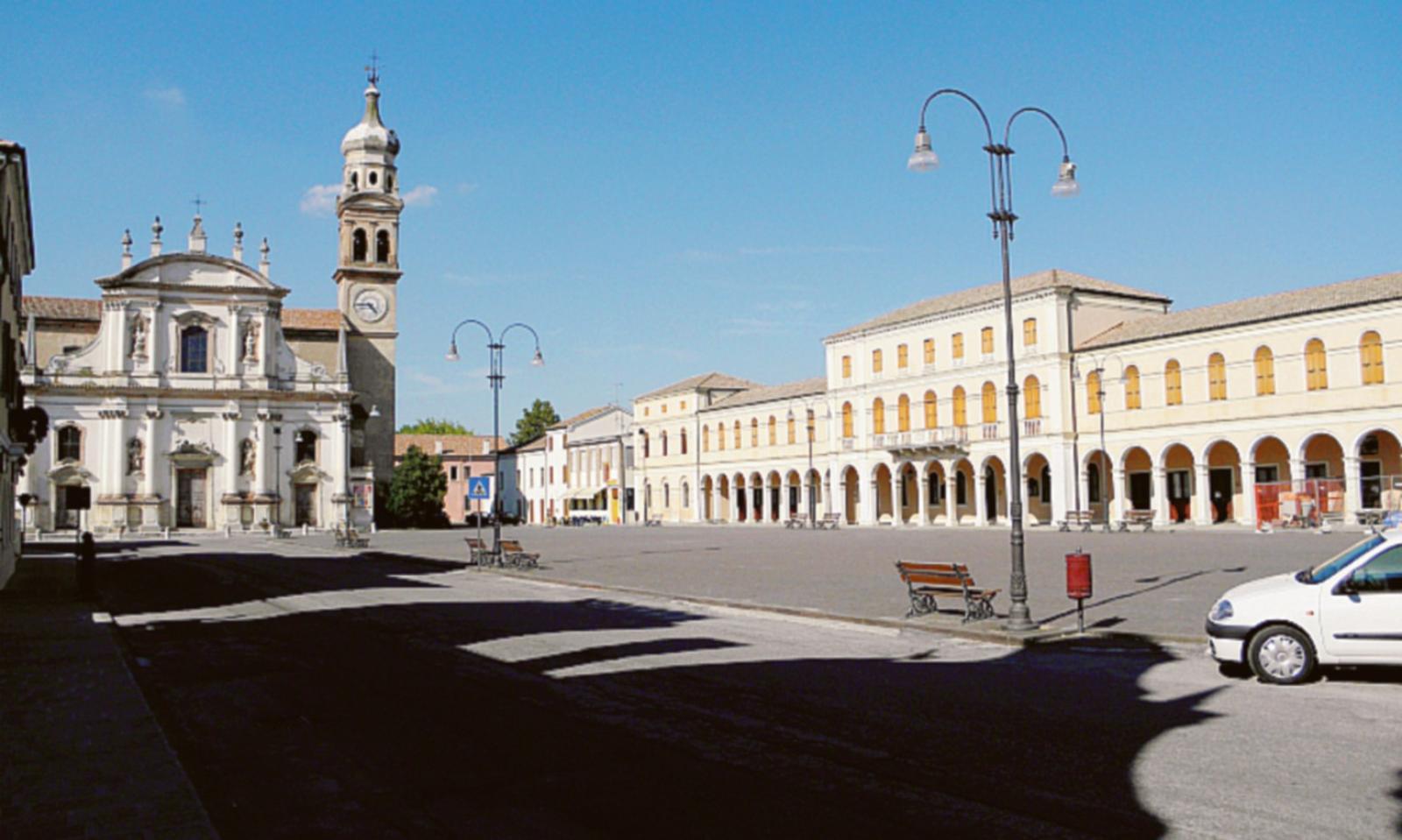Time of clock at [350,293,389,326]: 4:44
